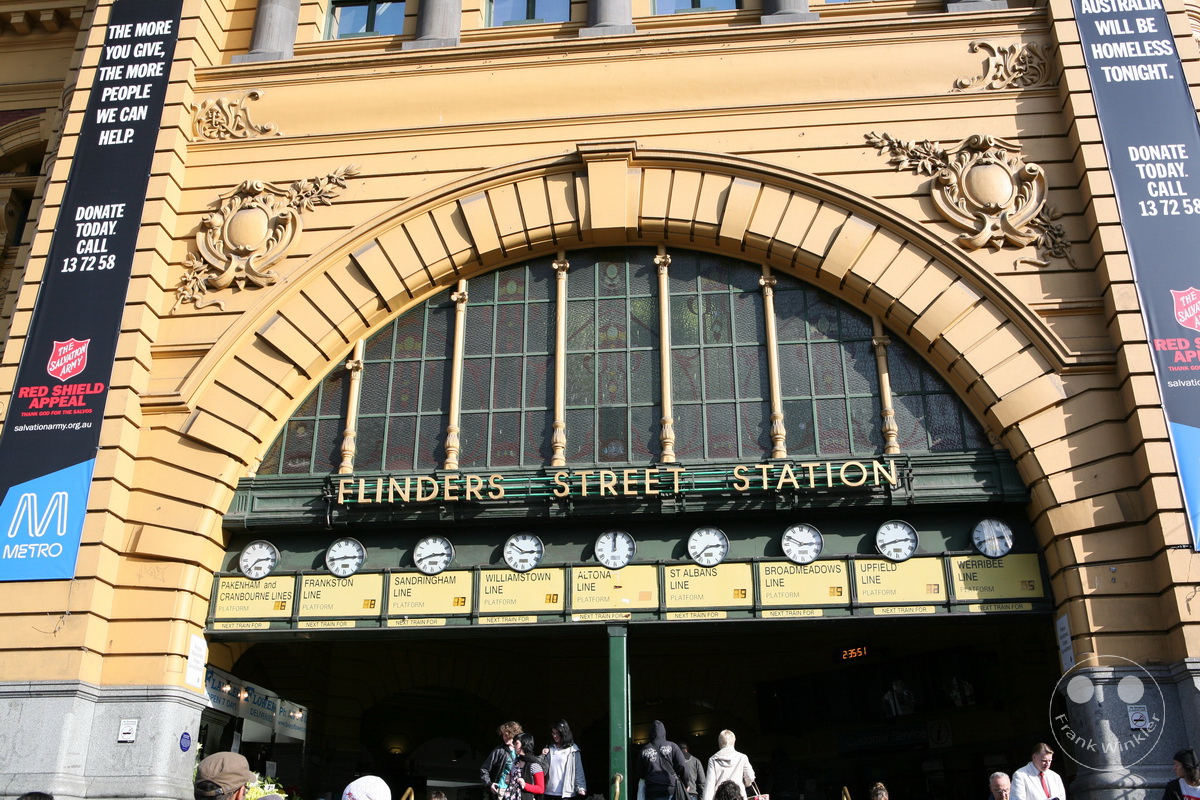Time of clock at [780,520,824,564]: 2:49
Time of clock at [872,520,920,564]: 2:42
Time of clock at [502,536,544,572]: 2:50
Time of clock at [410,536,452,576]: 2:41
